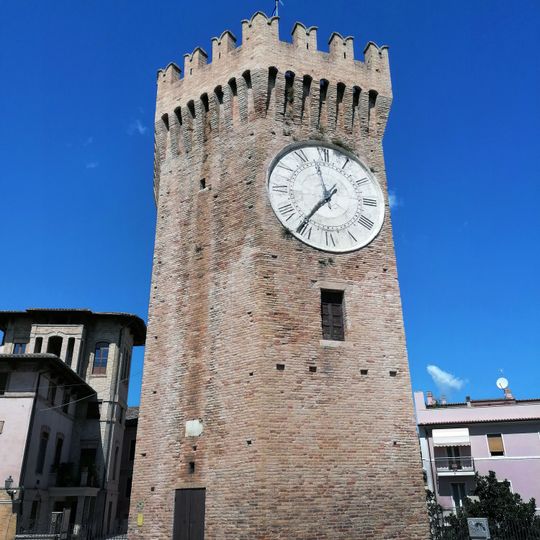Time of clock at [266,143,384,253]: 11:36
